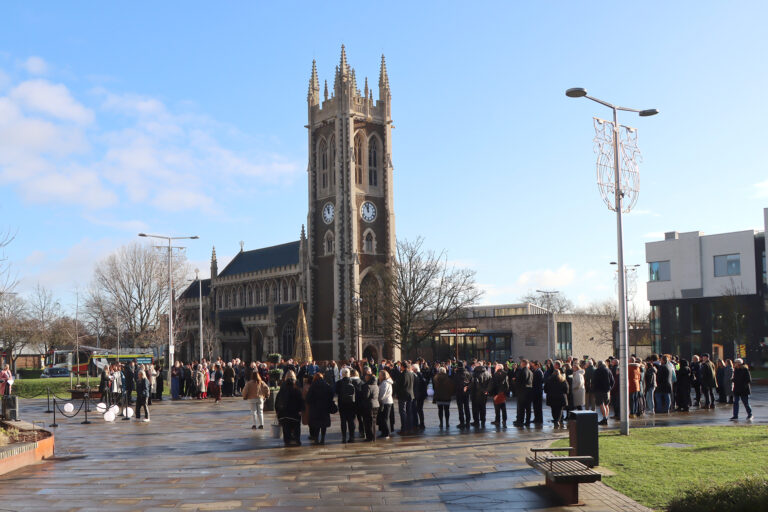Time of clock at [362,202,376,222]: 11:55
